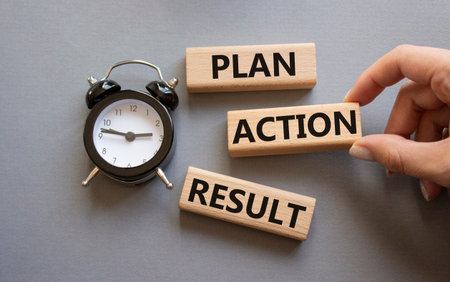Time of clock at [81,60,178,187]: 2:46
